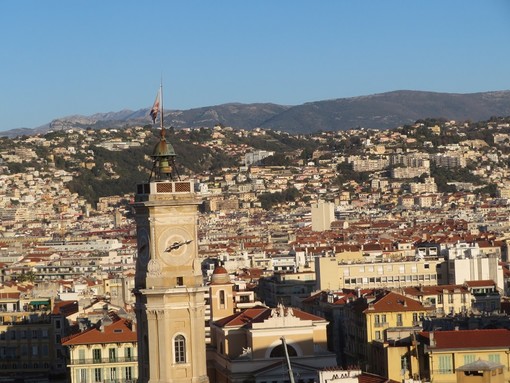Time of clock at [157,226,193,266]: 8:12
